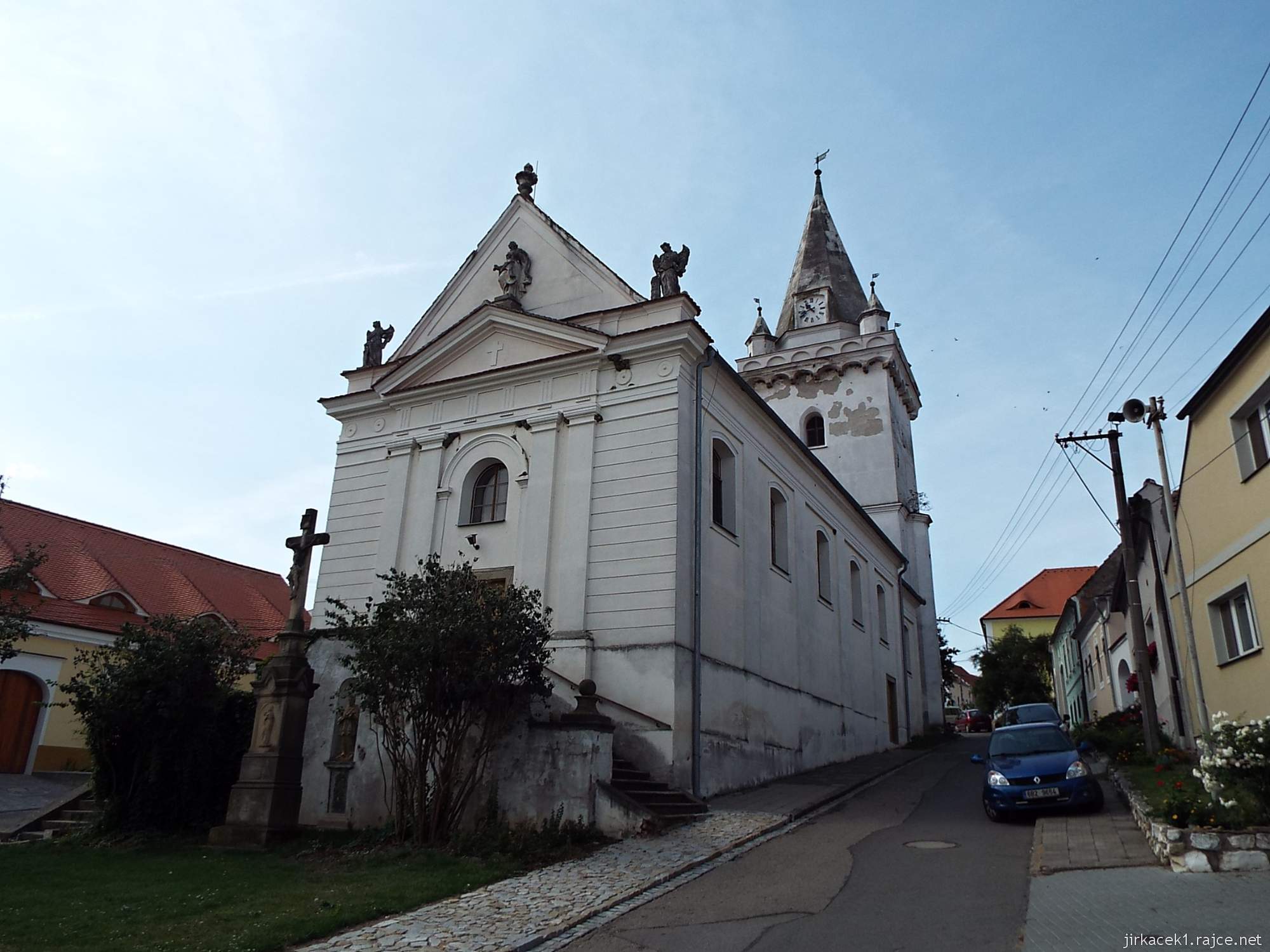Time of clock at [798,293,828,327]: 10:41
